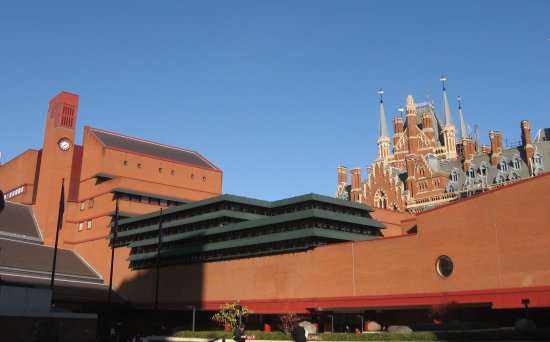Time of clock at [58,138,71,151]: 7:37
